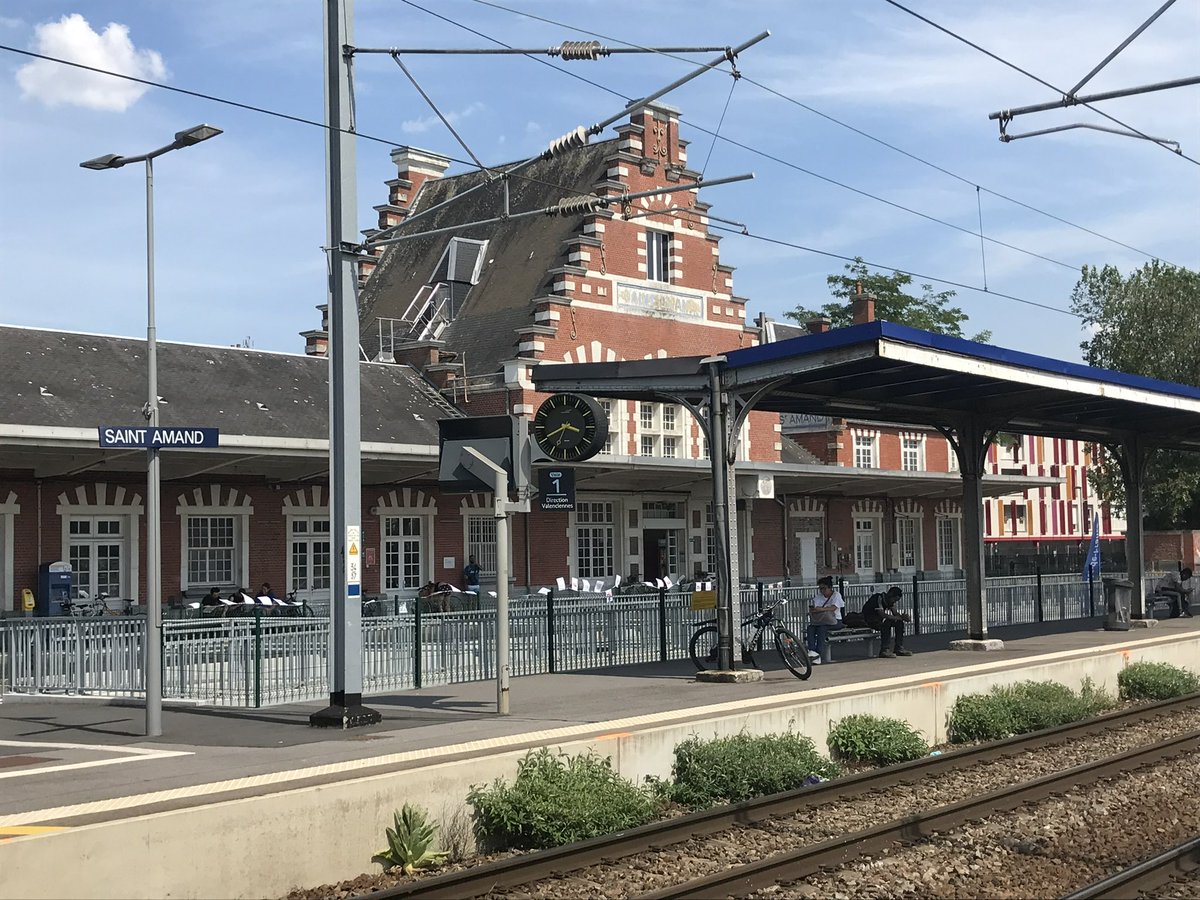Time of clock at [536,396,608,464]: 3:40
